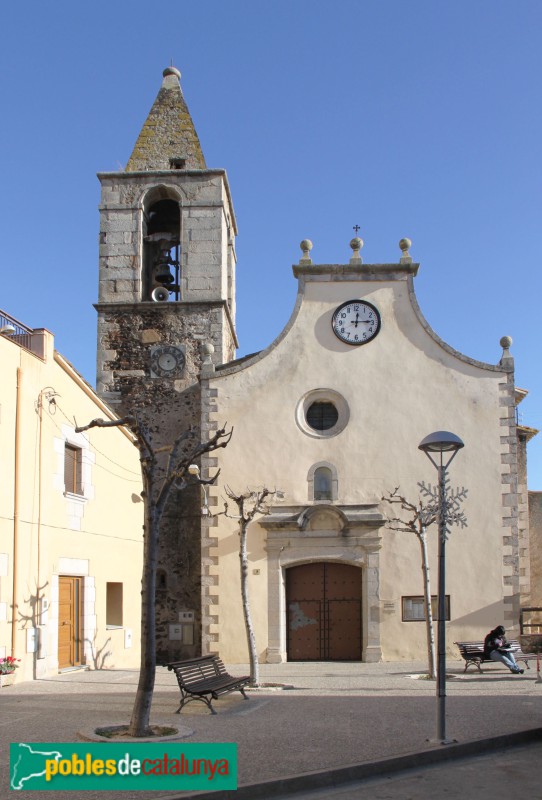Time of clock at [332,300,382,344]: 12:14
